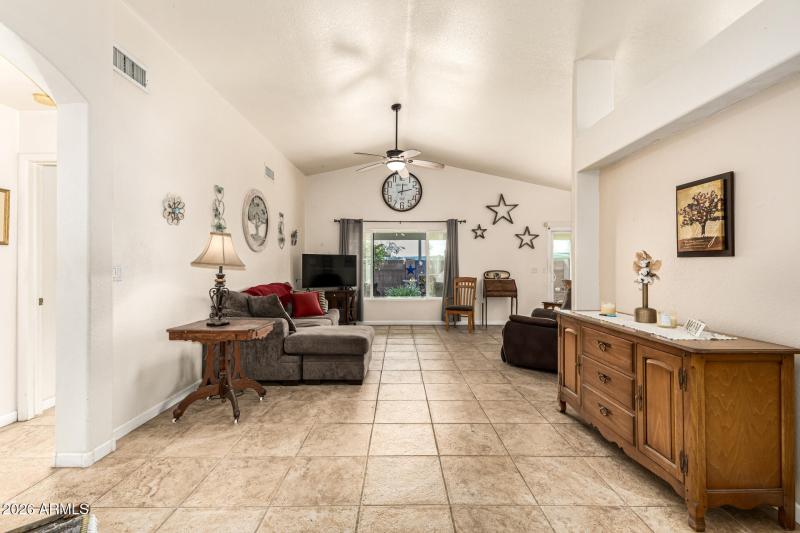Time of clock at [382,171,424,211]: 12:12
